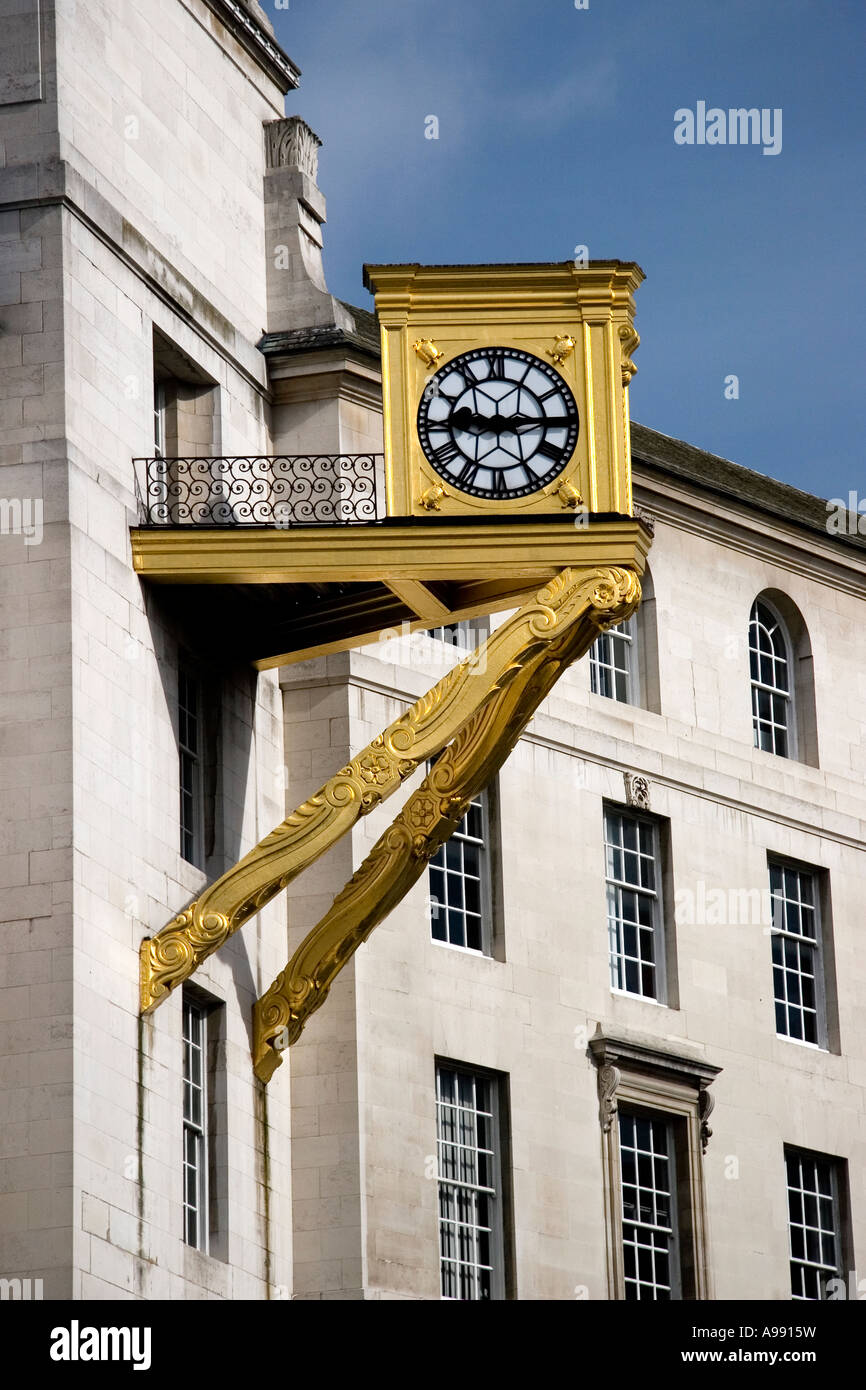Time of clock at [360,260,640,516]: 9:14
